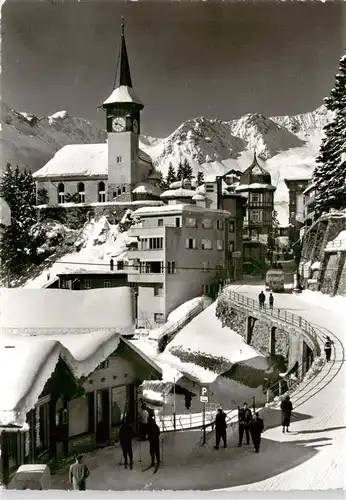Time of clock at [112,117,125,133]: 9:20
